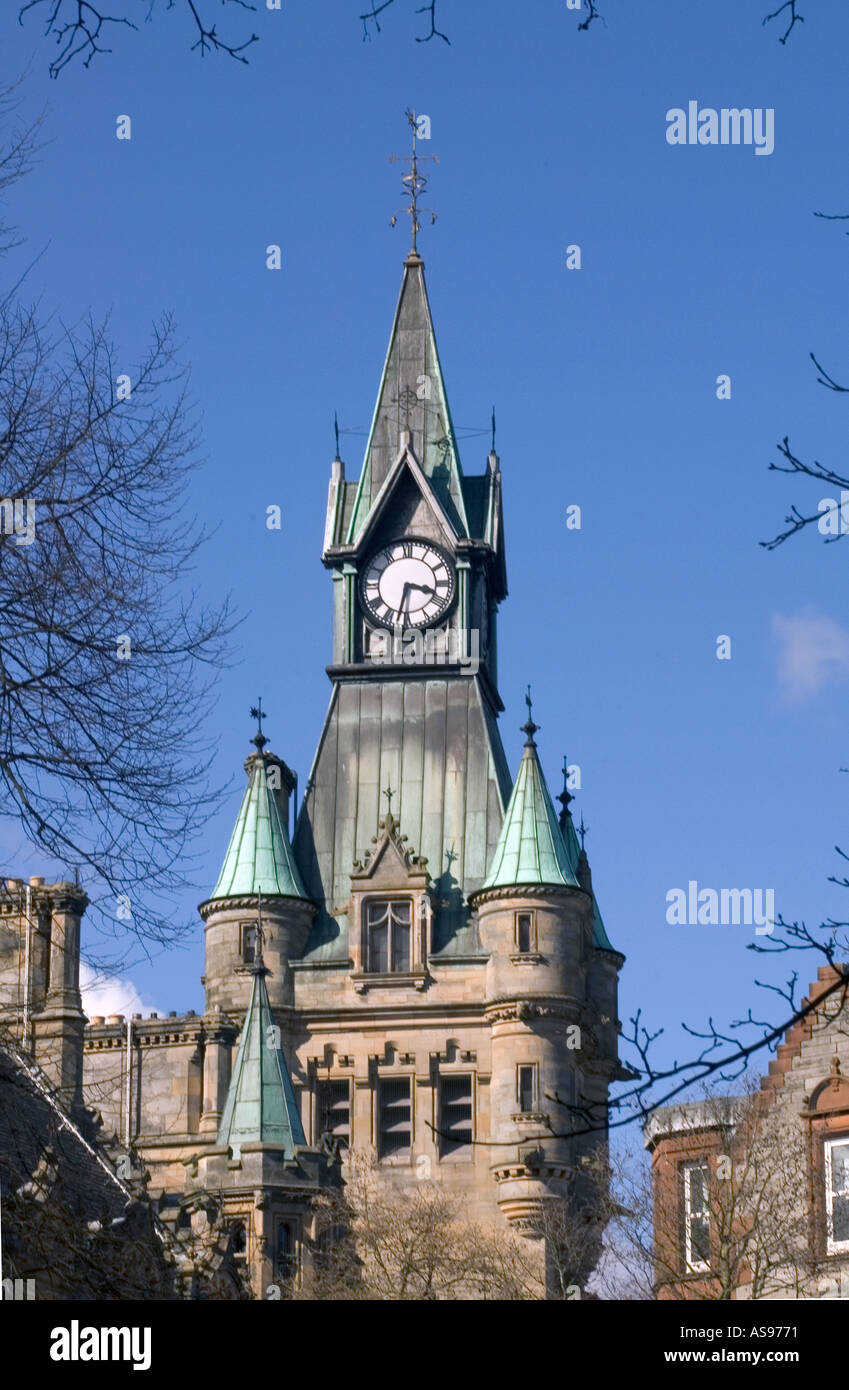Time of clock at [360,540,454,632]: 3:32
